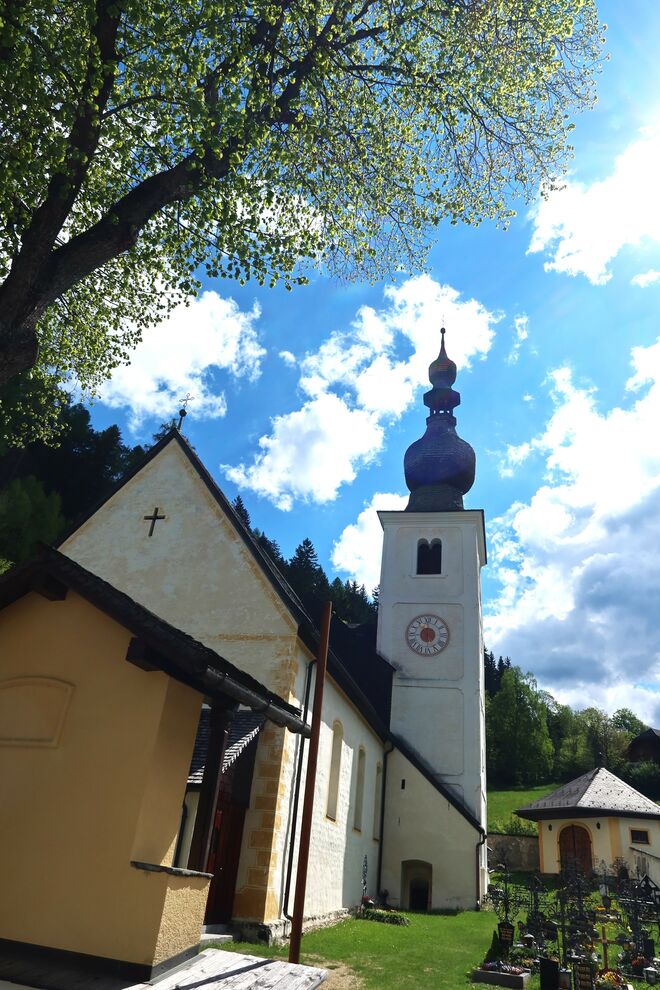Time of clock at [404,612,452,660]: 5:59
